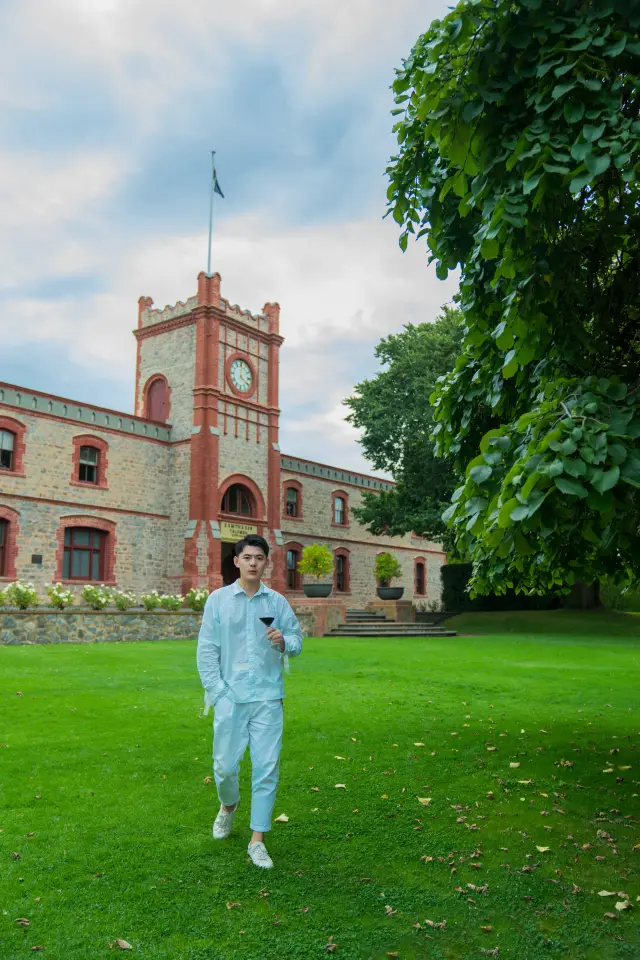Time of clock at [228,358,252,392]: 4:01
